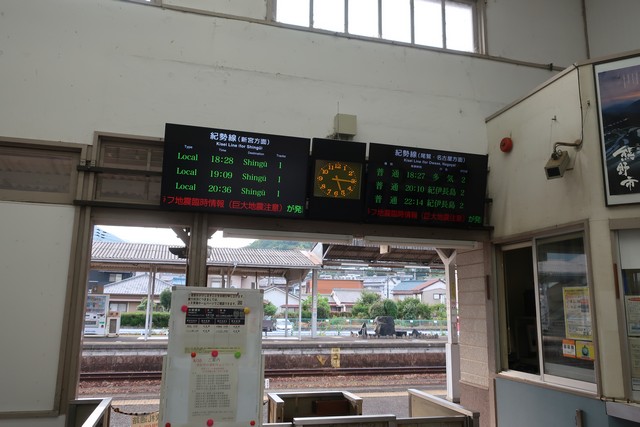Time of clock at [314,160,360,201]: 5:15
